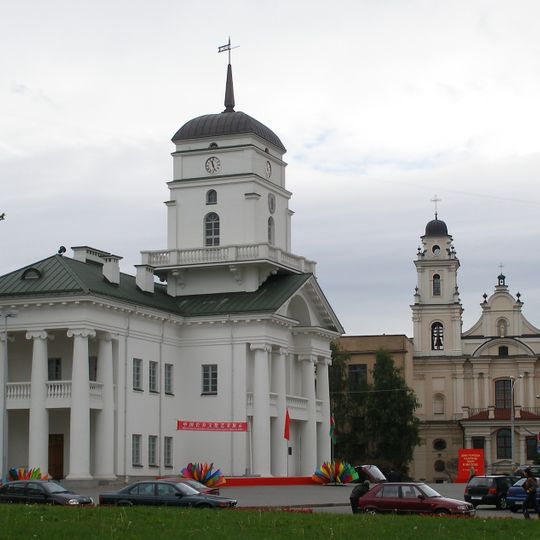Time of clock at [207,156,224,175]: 11:26
